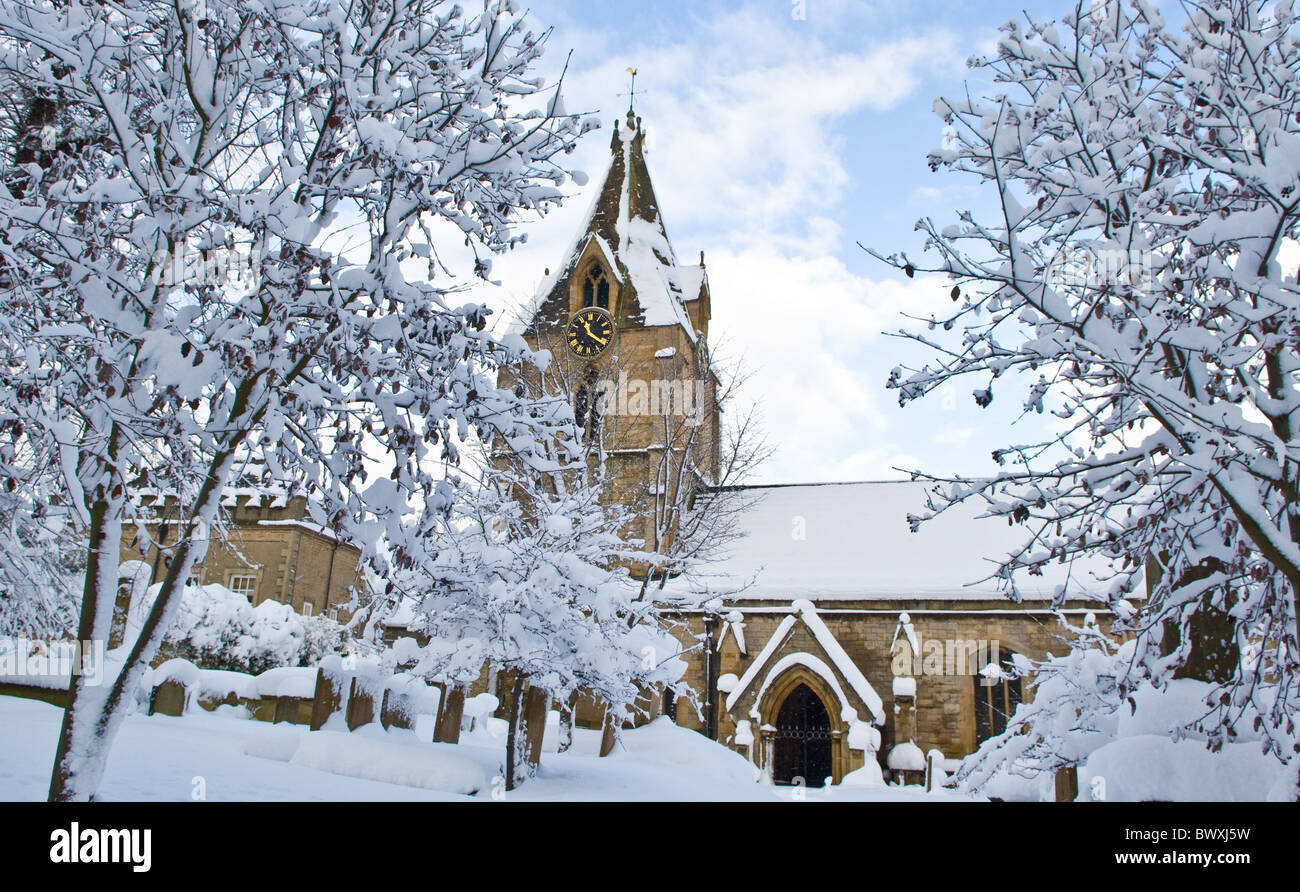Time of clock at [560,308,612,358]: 11:20
